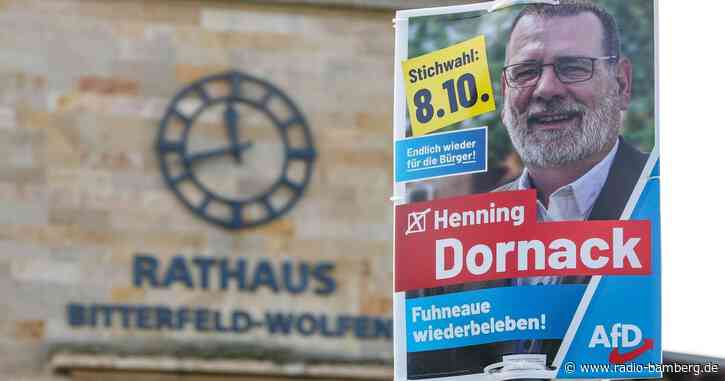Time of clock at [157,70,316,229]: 11:42
